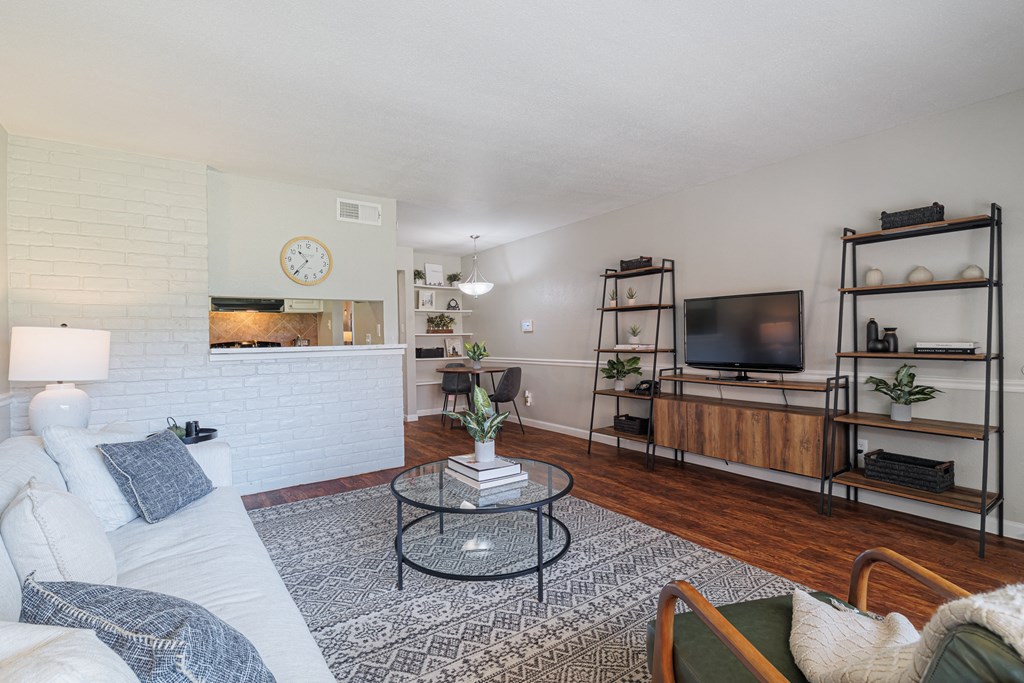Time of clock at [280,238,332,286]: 10:36
